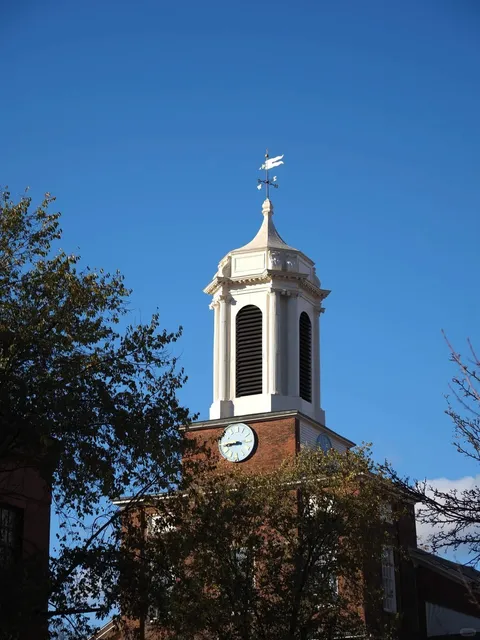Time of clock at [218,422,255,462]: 8:45
